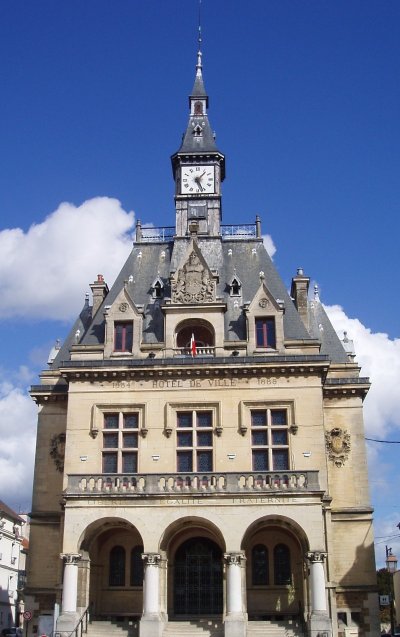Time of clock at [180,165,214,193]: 1:26
